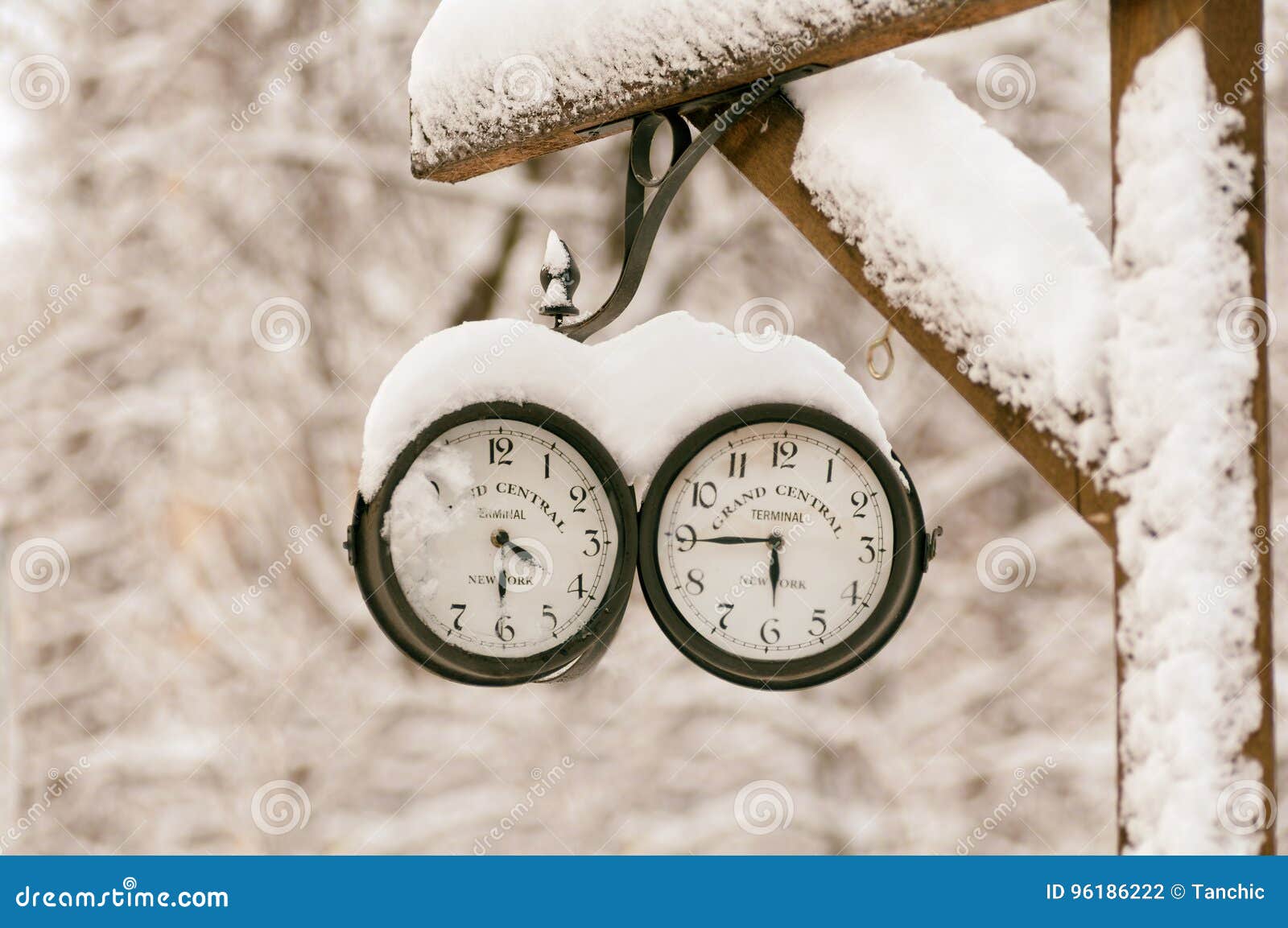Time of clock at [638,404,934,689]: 5:44
